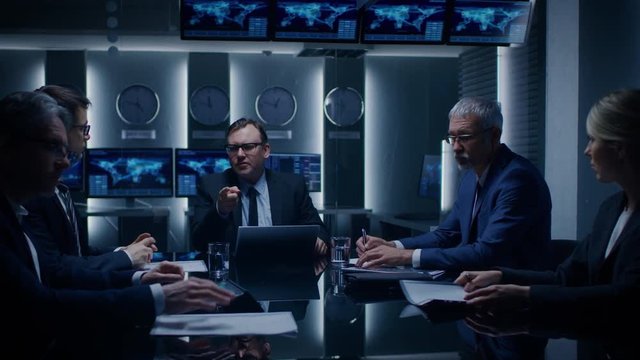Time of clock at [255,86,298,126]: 12:47
